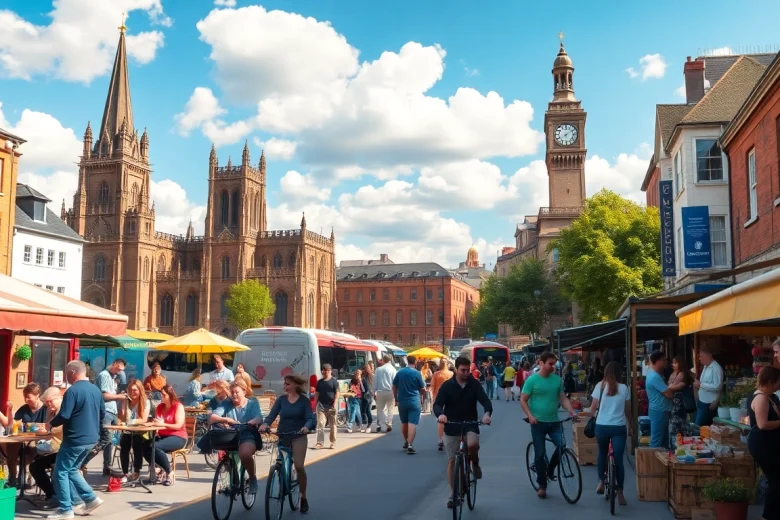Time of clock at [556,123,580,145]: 8:09
